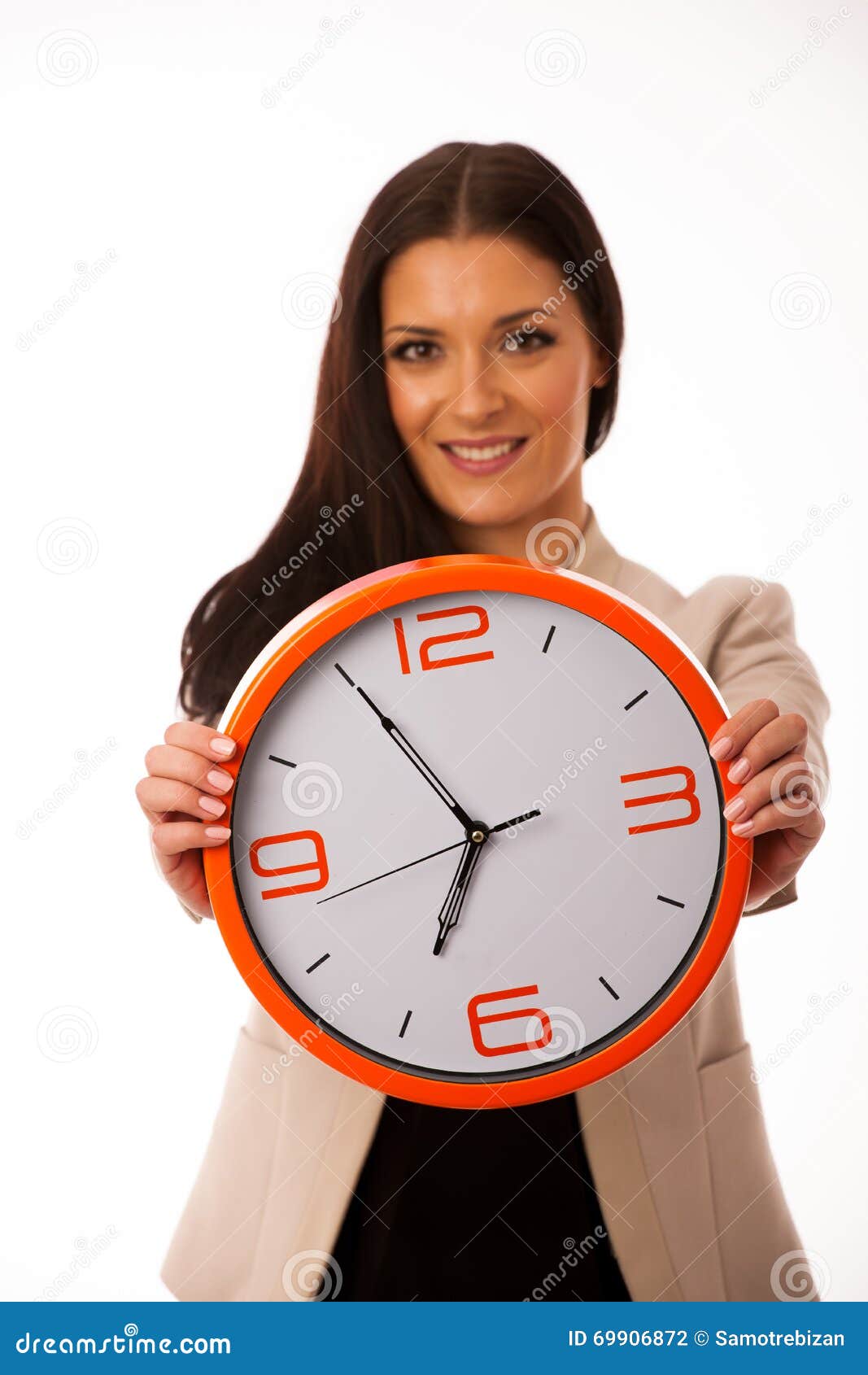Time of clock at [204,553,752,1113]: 6:55
